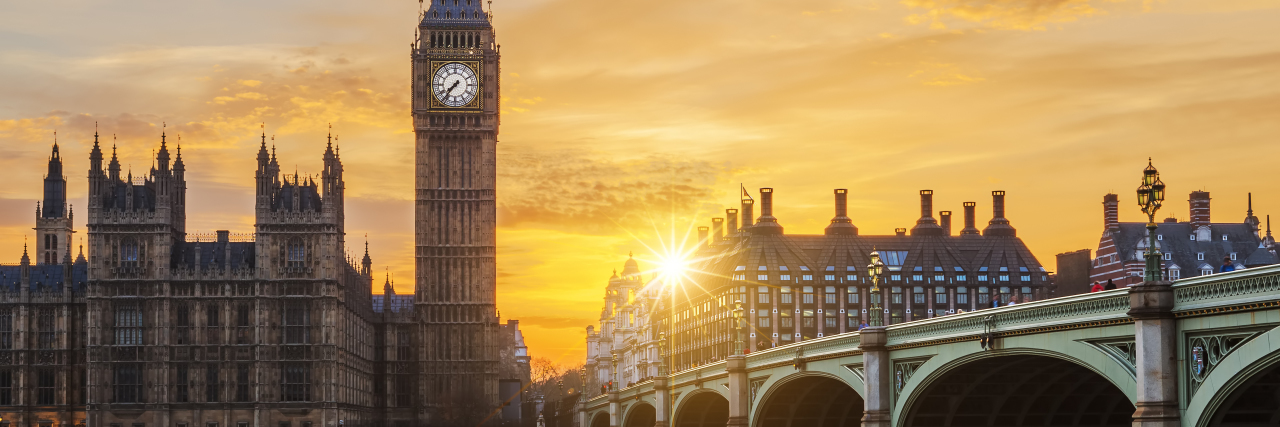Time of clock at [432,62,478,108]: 7:36
